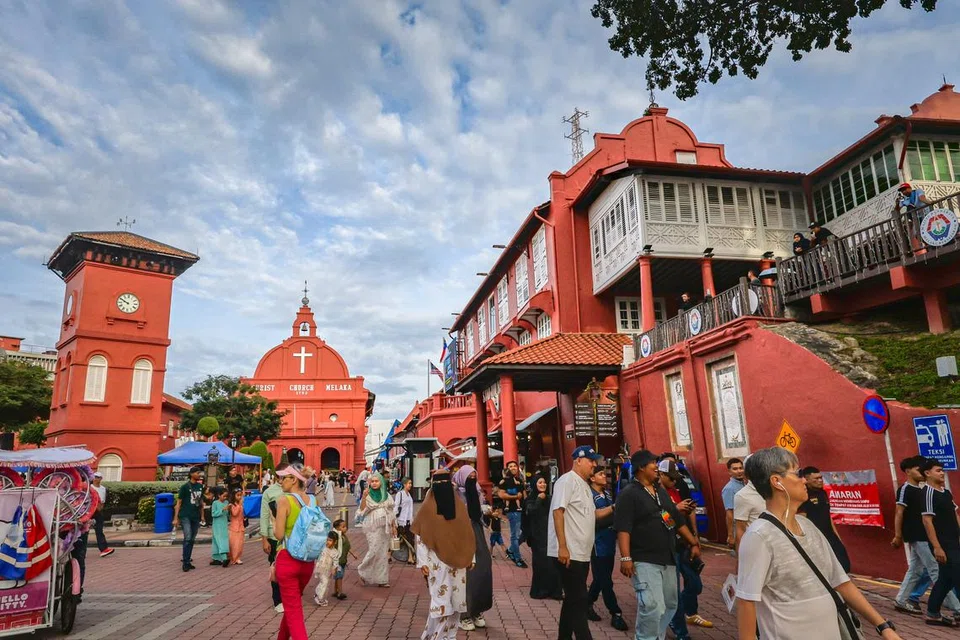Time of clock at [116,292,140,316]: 9:50
